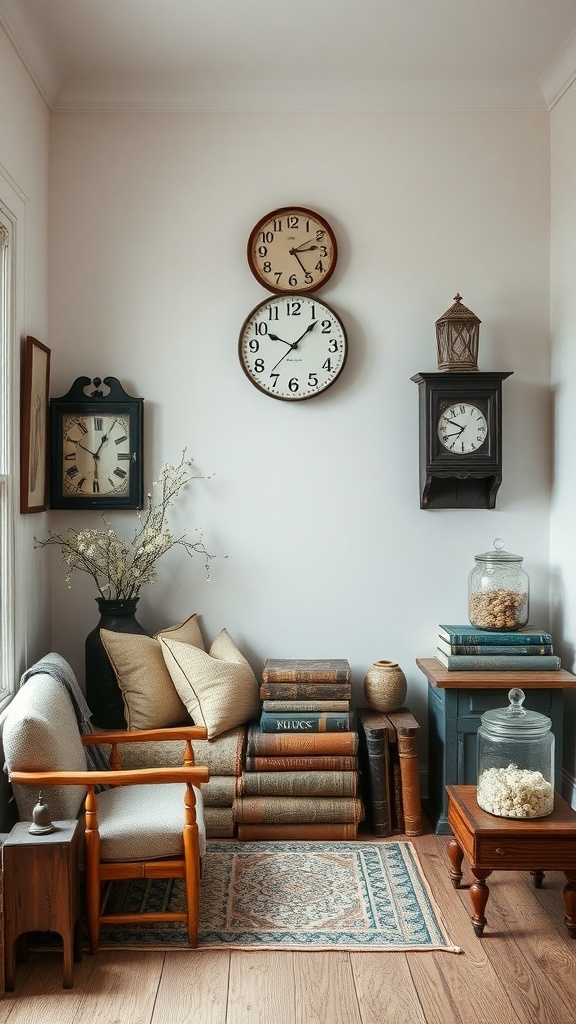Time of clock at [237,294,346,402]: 10:07
